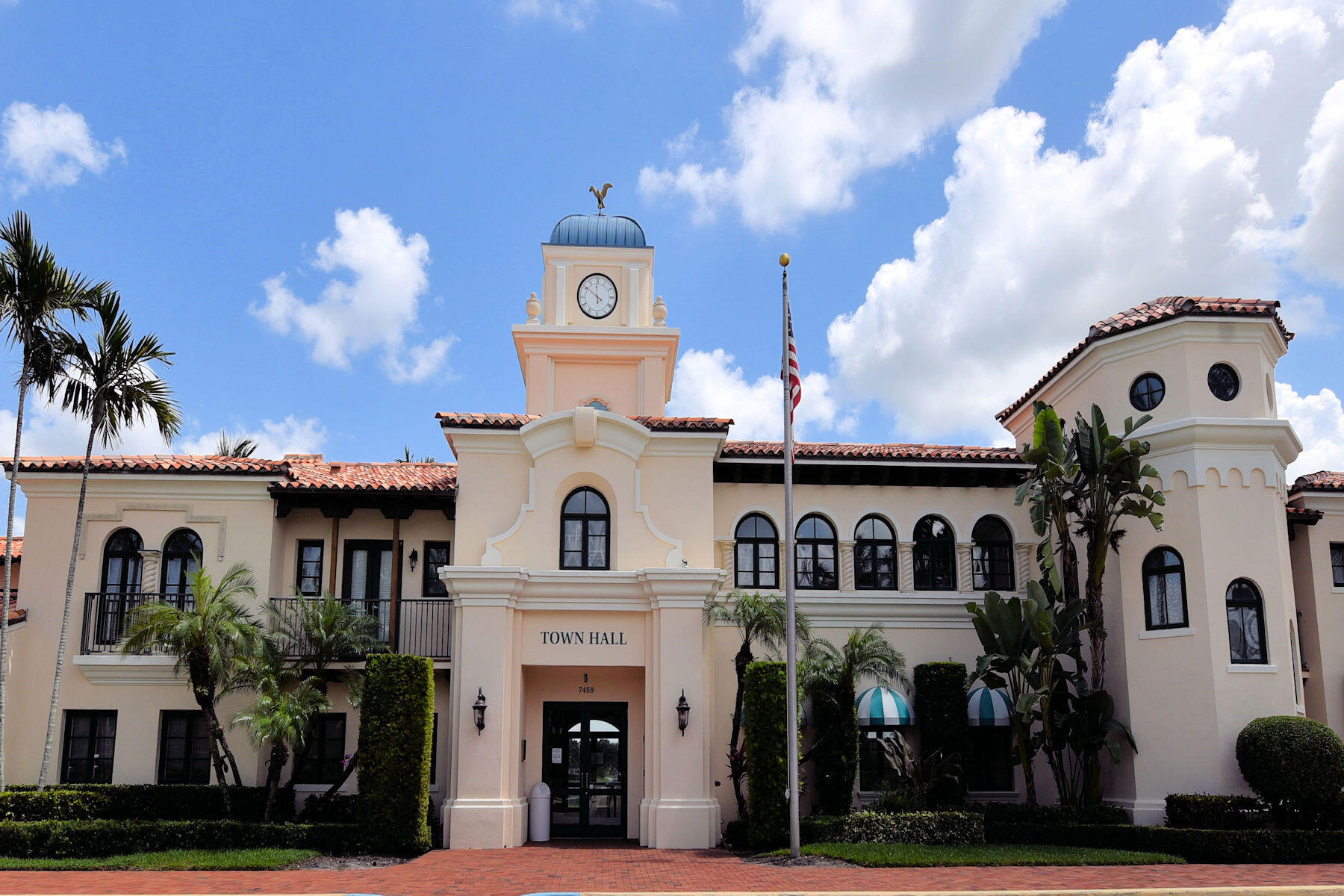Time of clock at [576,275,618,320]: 11:50
